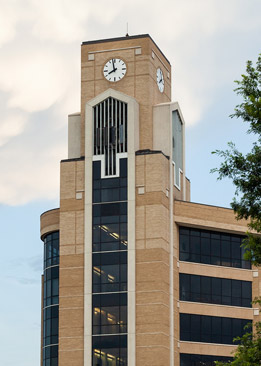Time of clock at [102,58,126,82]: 7:58
